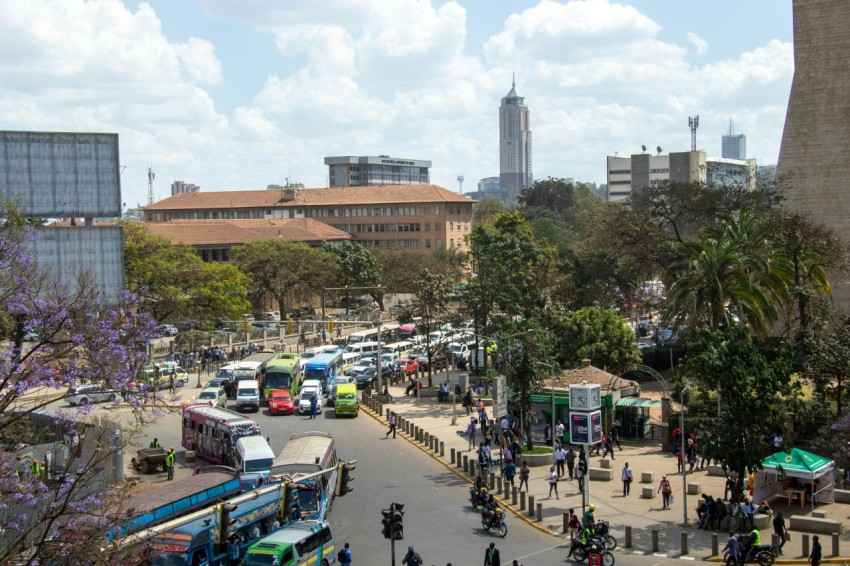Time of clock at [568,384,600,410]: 2:23
